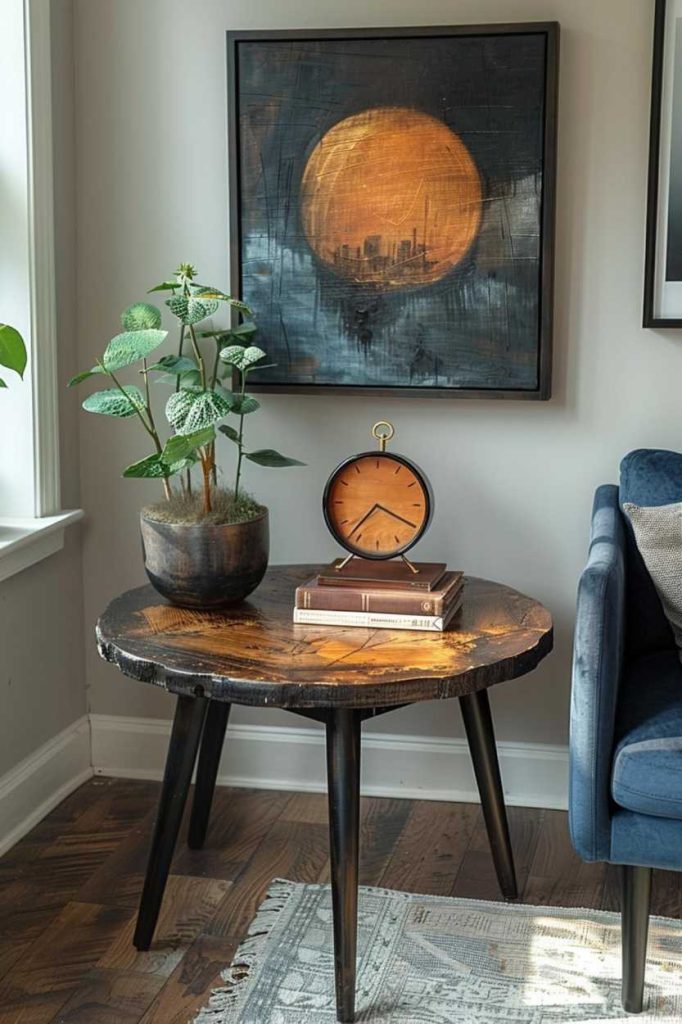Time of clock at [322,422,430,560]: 7:19
